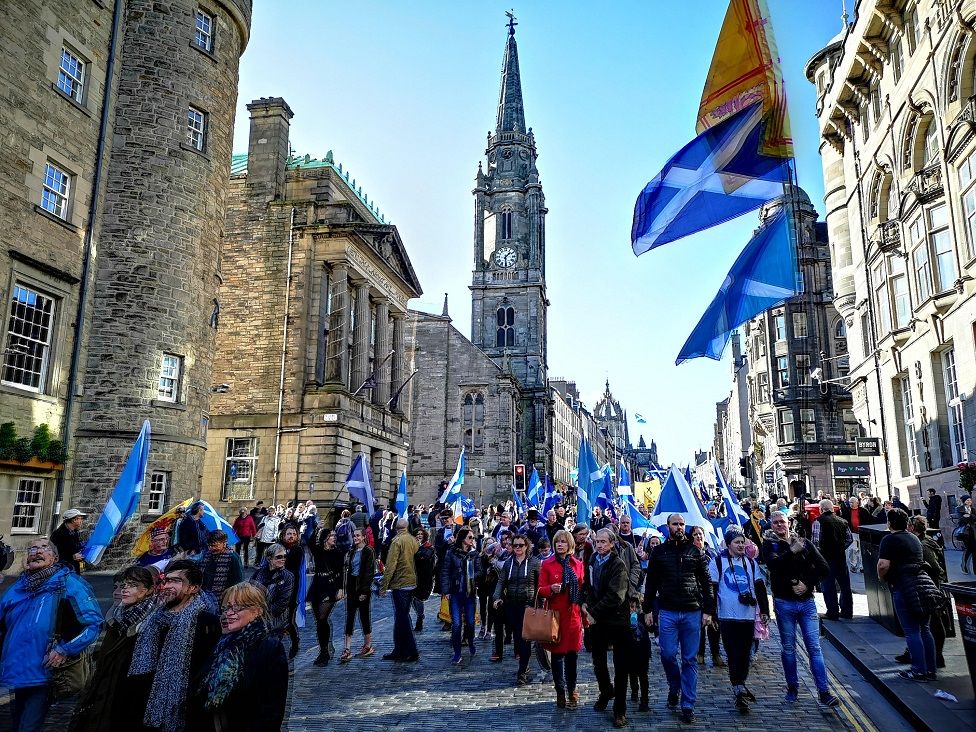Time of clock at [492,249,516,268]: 1:30
